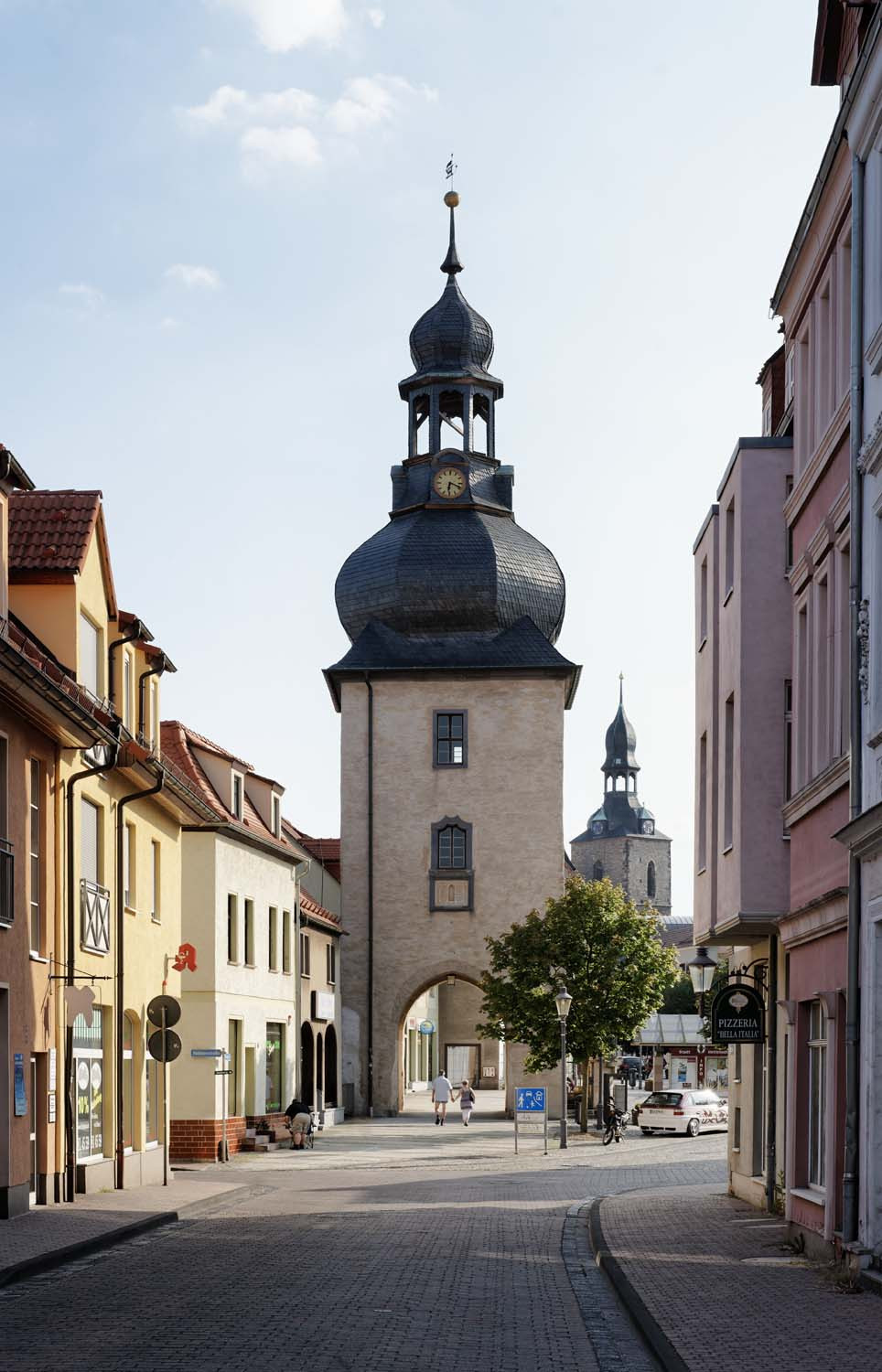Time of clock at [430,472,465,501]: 6:18
